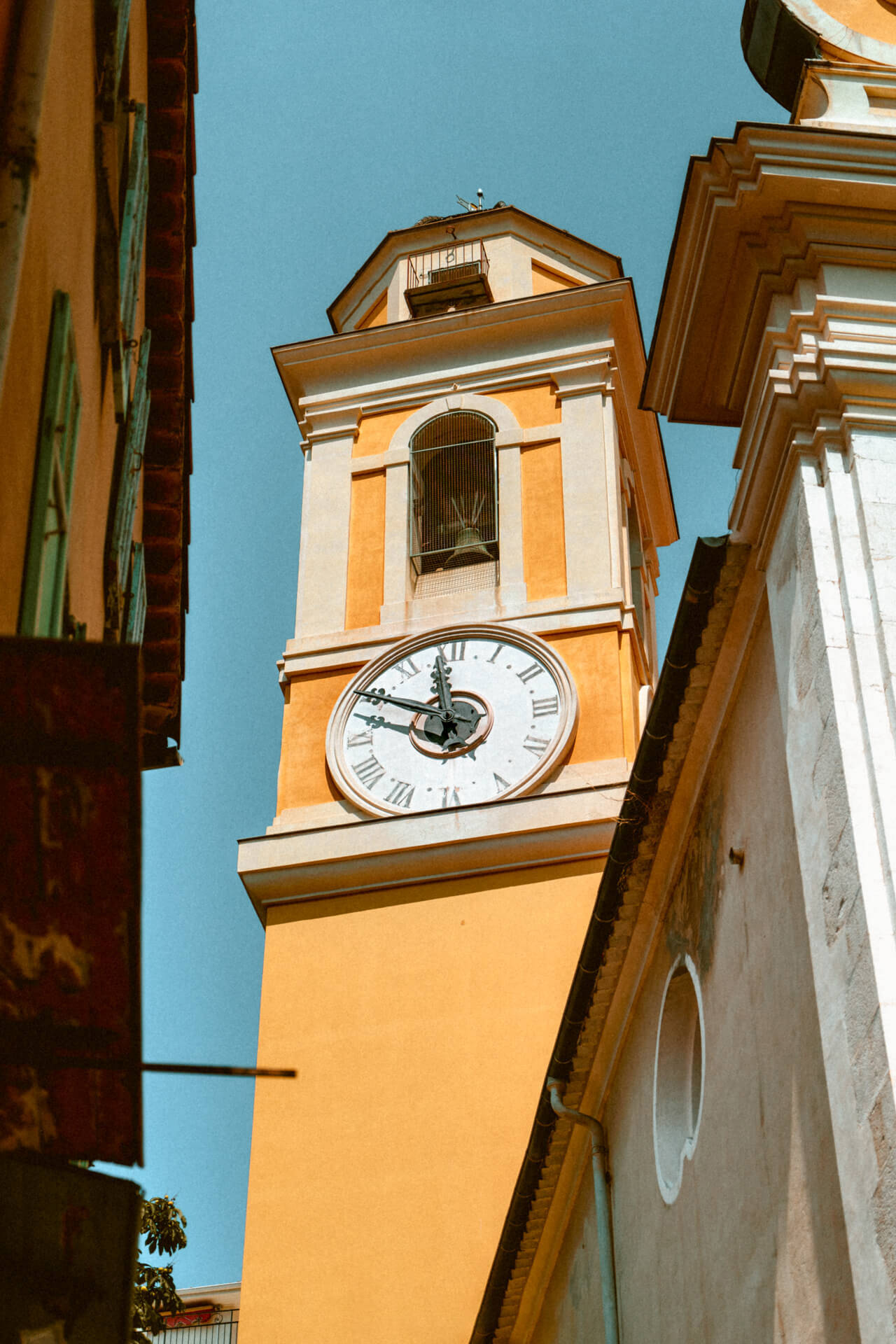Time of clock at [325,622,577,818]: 11:49
